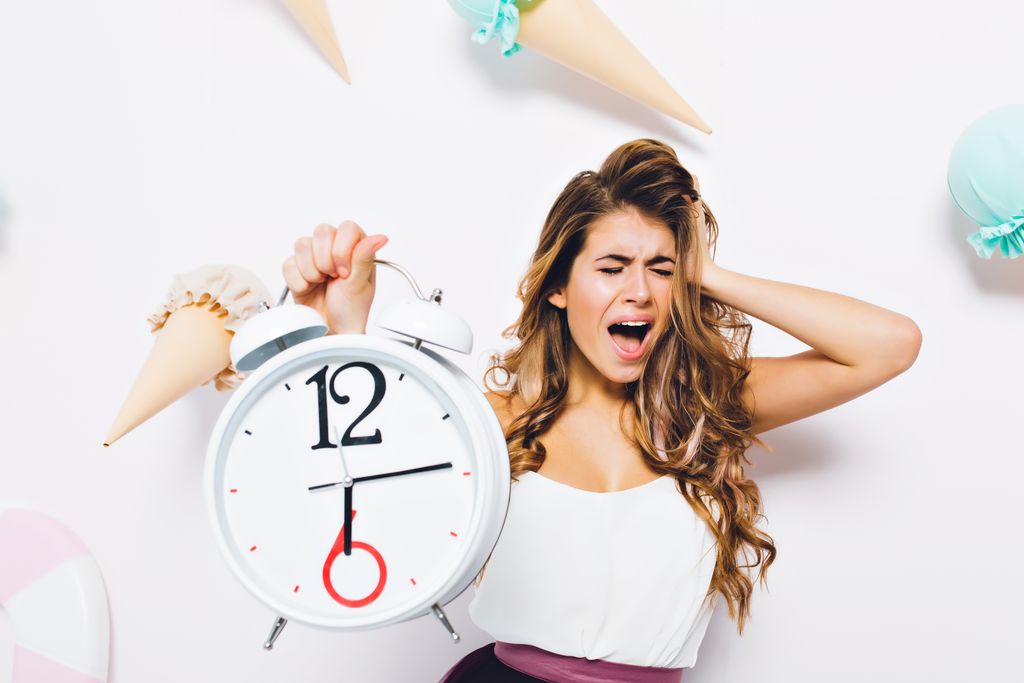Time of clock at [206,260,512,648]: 6:14
